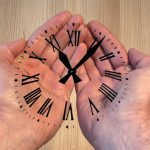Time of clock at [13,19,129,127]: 11:07
